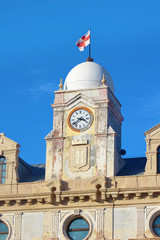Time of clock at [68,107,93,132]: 3:38
